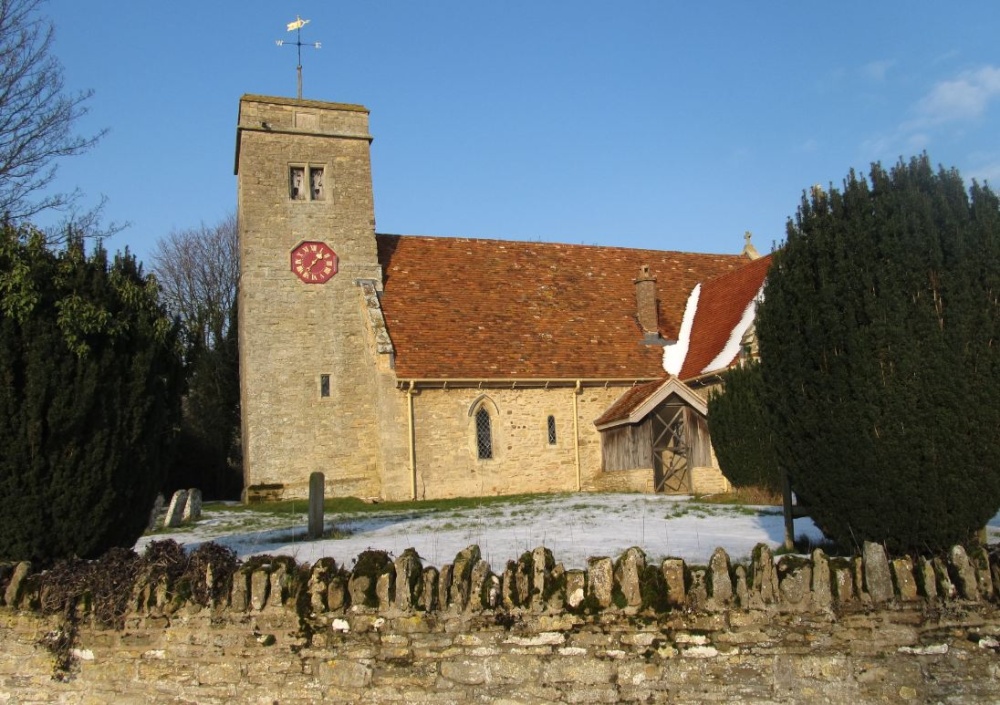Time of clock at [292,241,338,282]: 1:36
